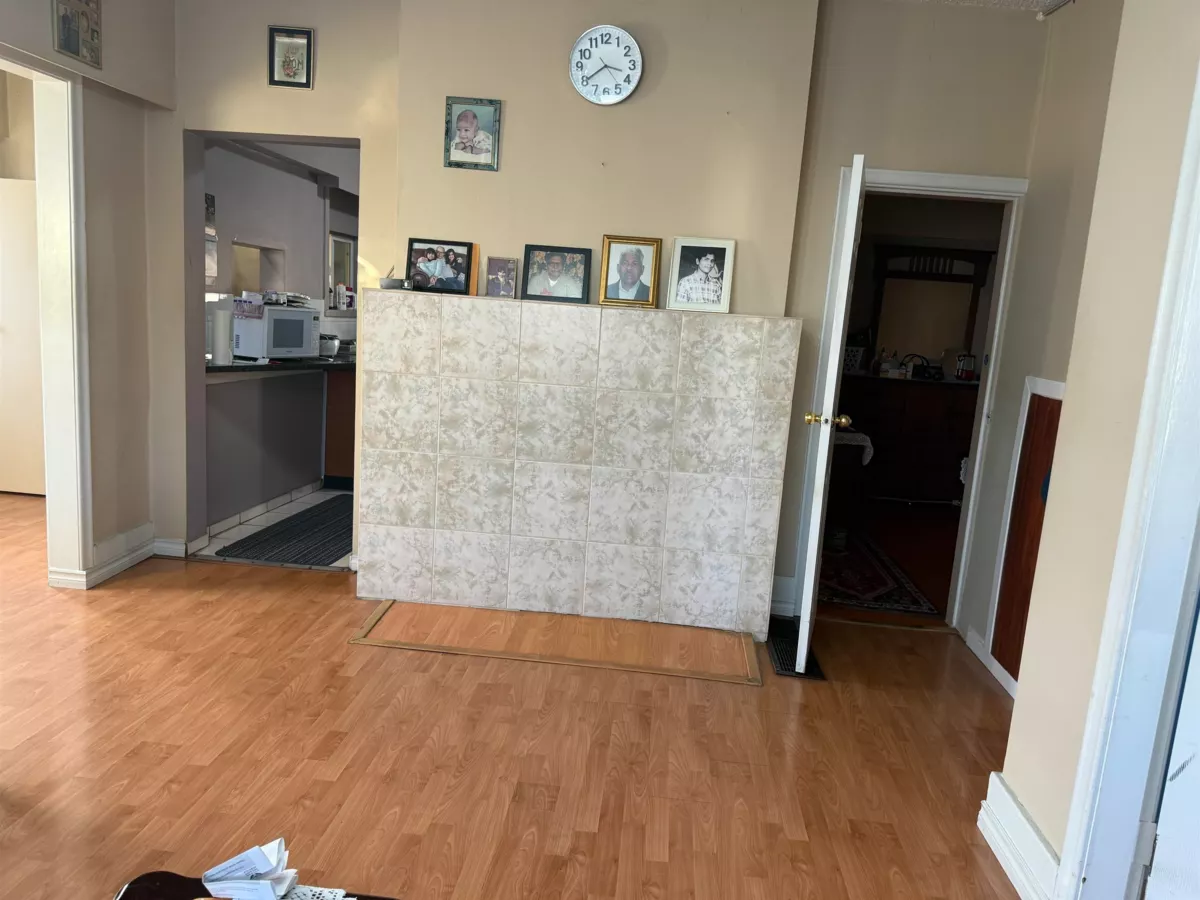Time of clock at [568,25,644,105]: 3:39
